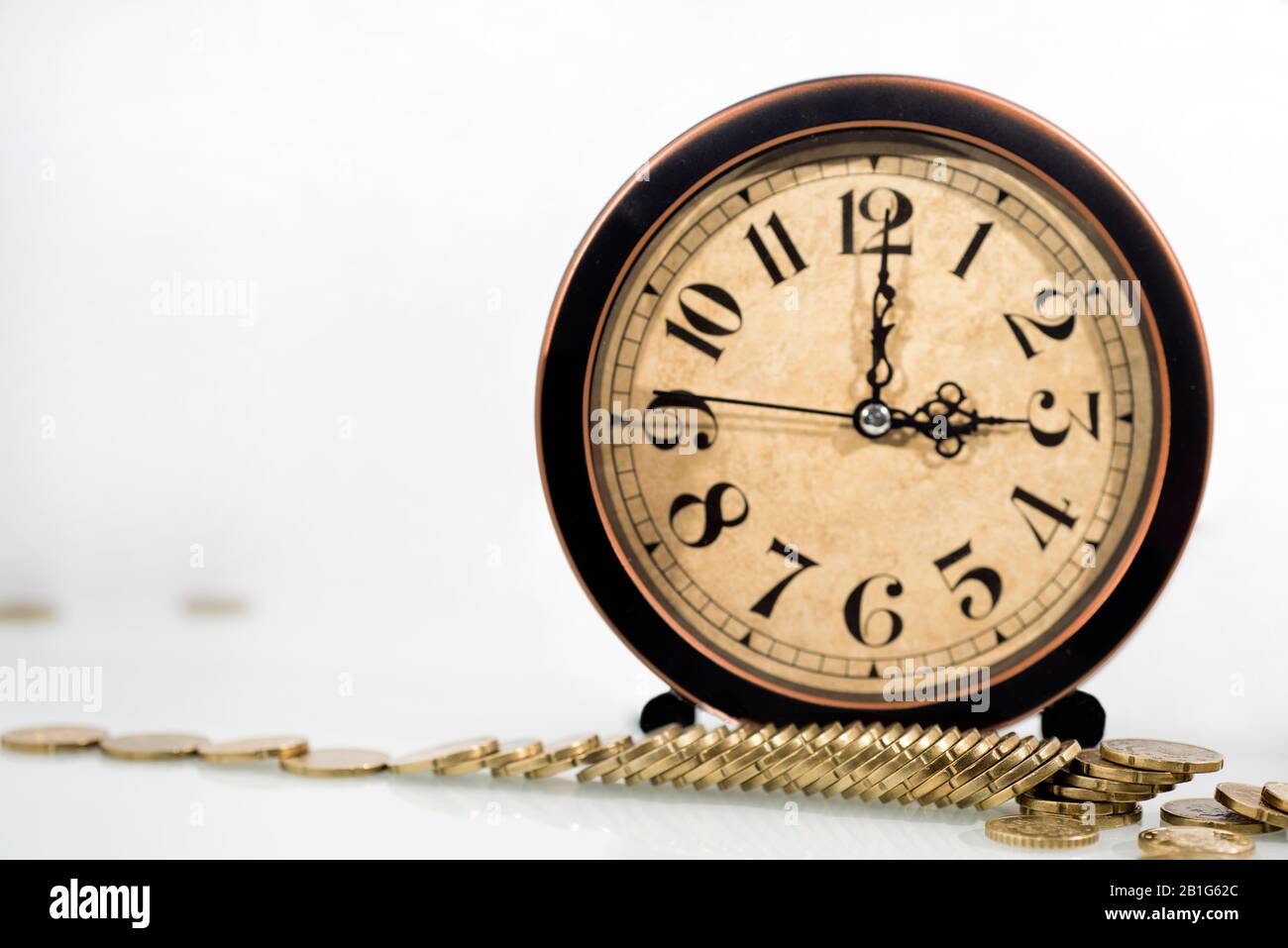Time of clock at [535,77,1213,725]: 3:00
